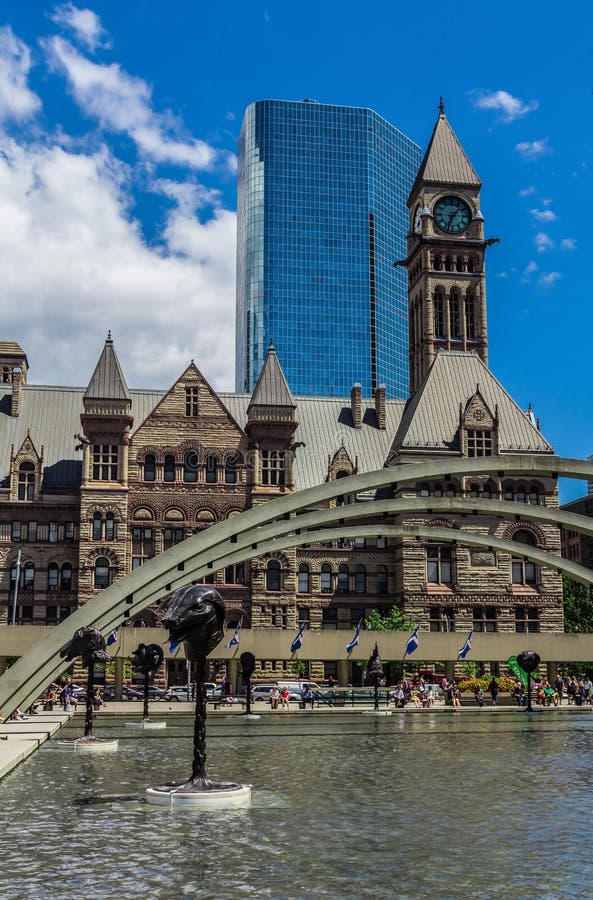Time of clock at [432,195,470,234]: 1:33
